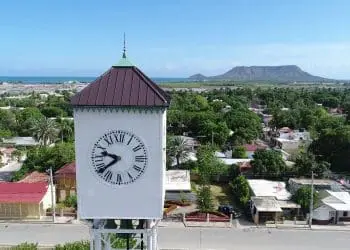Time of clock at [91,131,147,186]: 9:38
